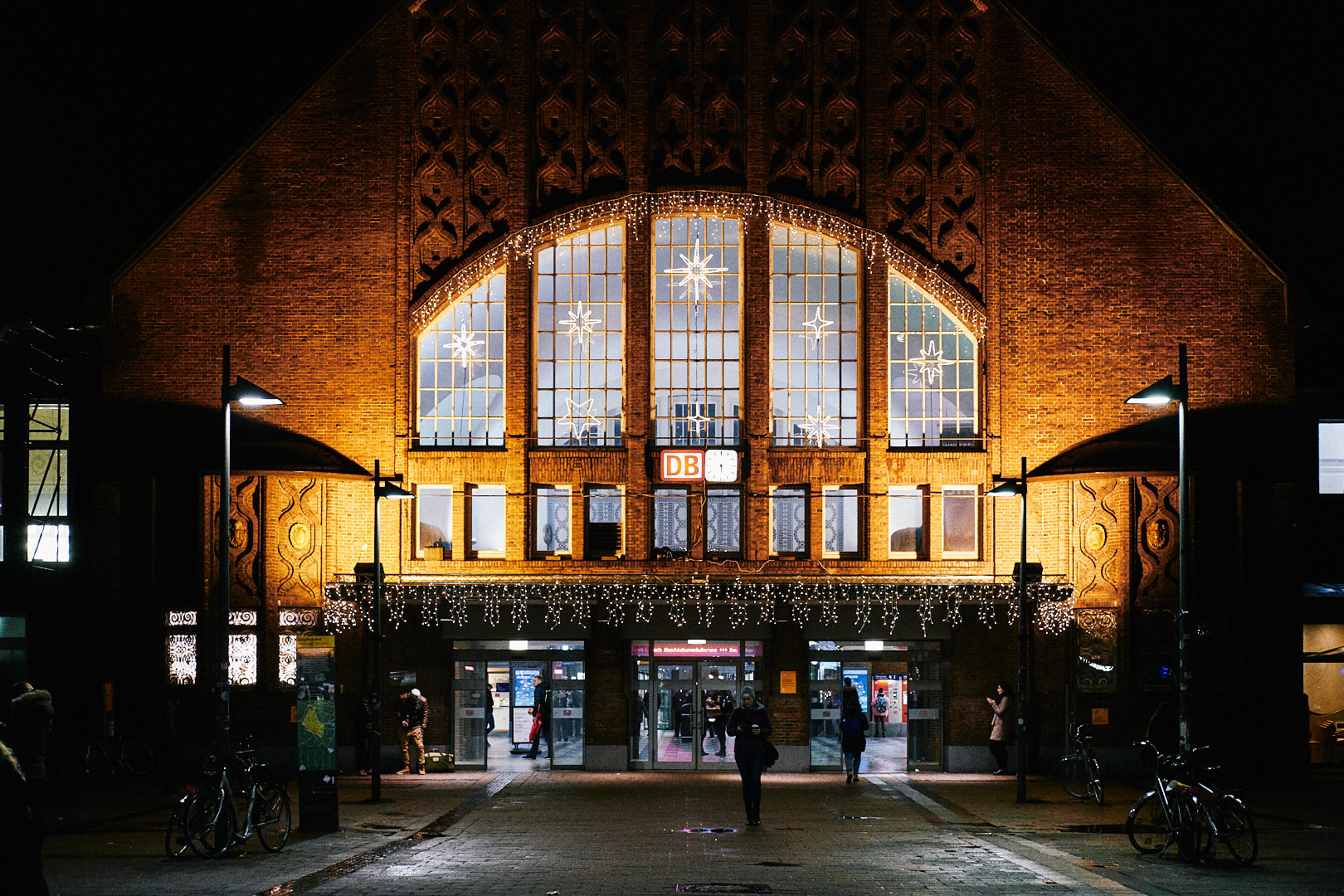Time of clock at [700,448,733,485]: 5:49
